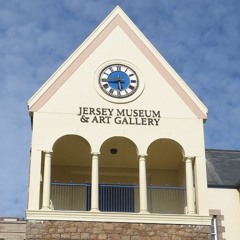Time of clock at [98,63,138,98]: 5:43
